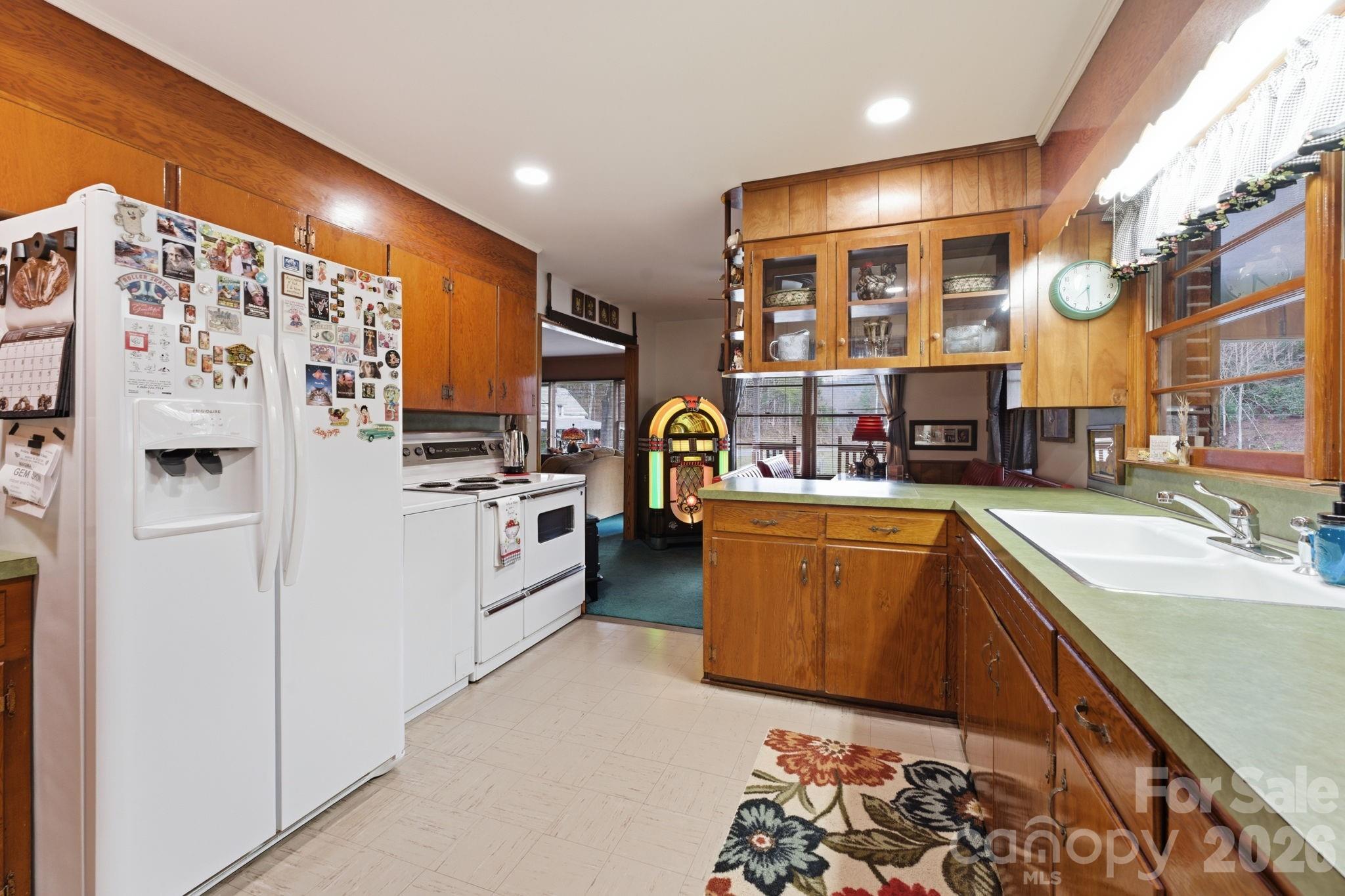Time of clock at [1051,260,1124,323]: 7:29
